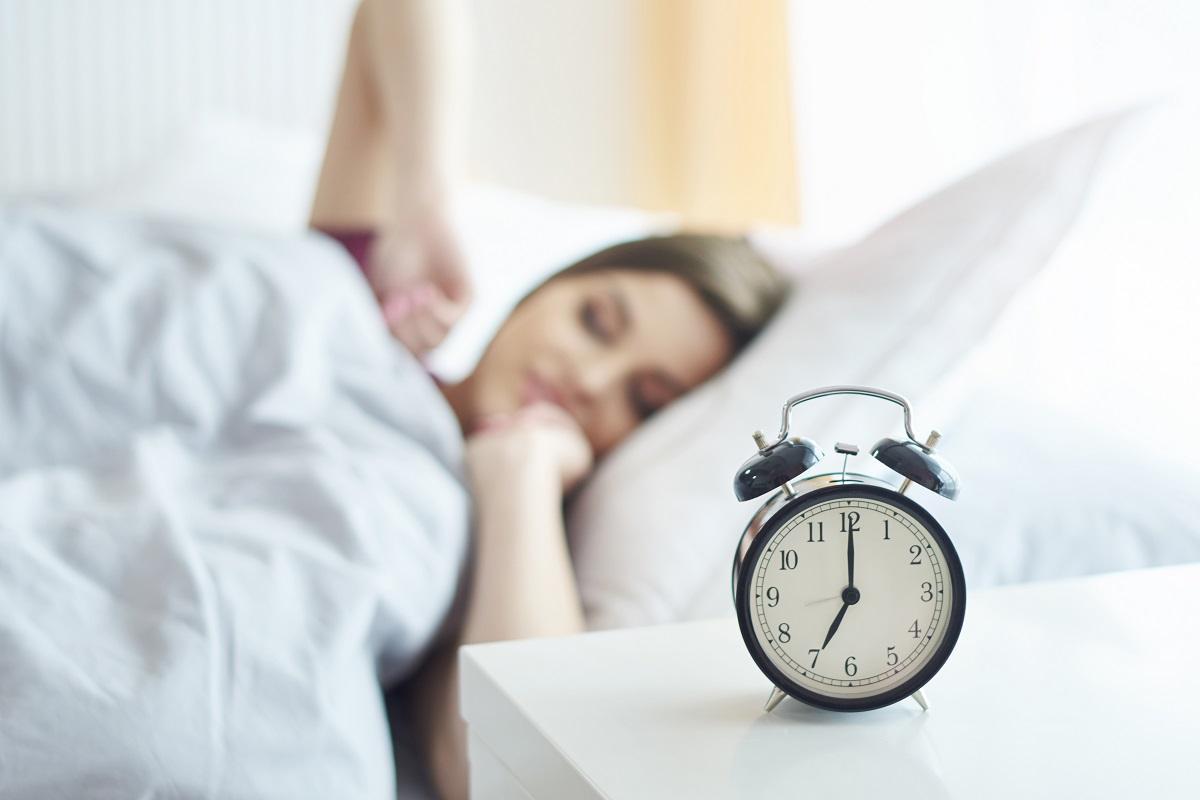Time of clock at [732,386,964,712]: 7:00
